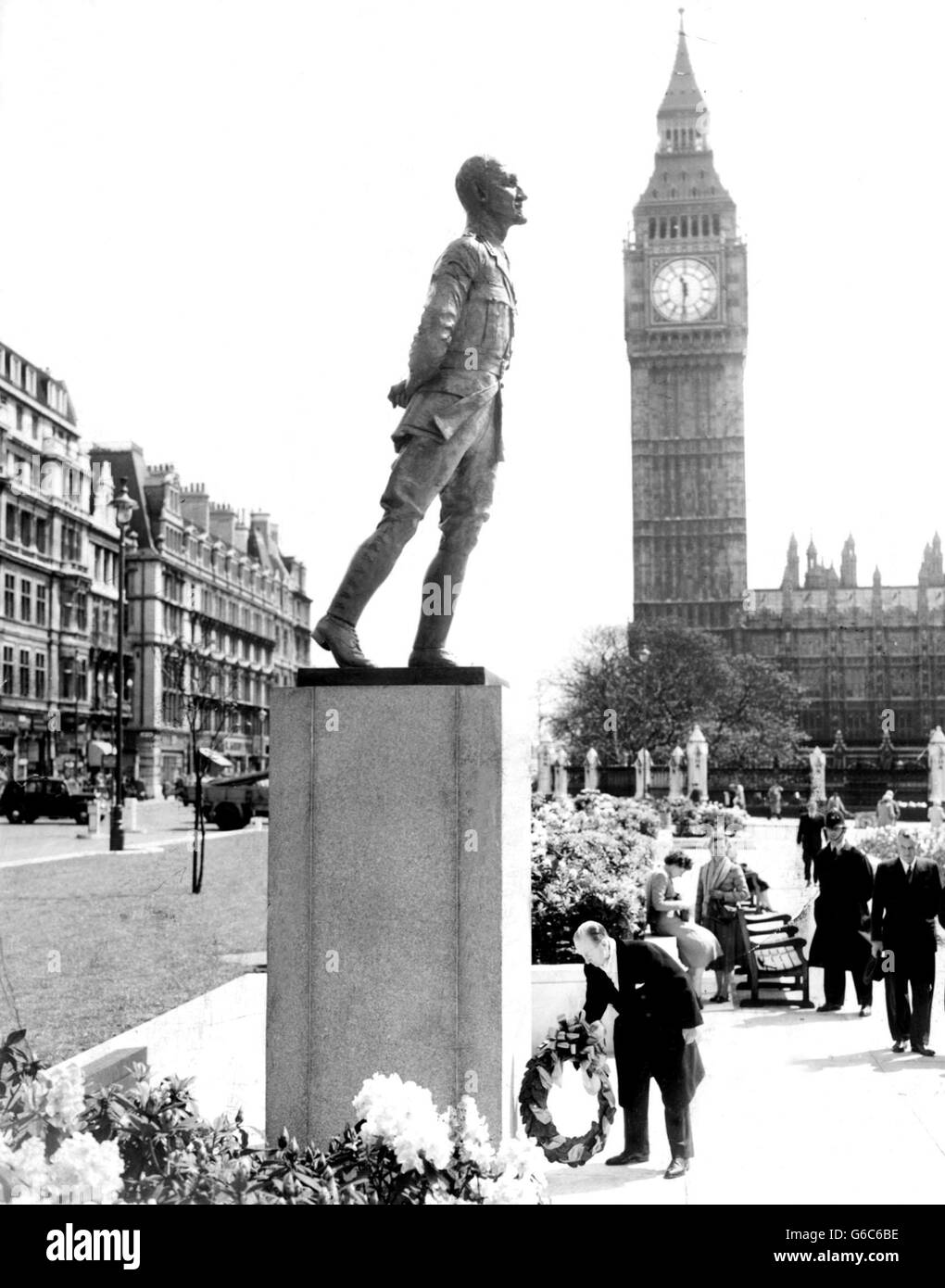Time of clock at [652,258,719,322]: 11:31
